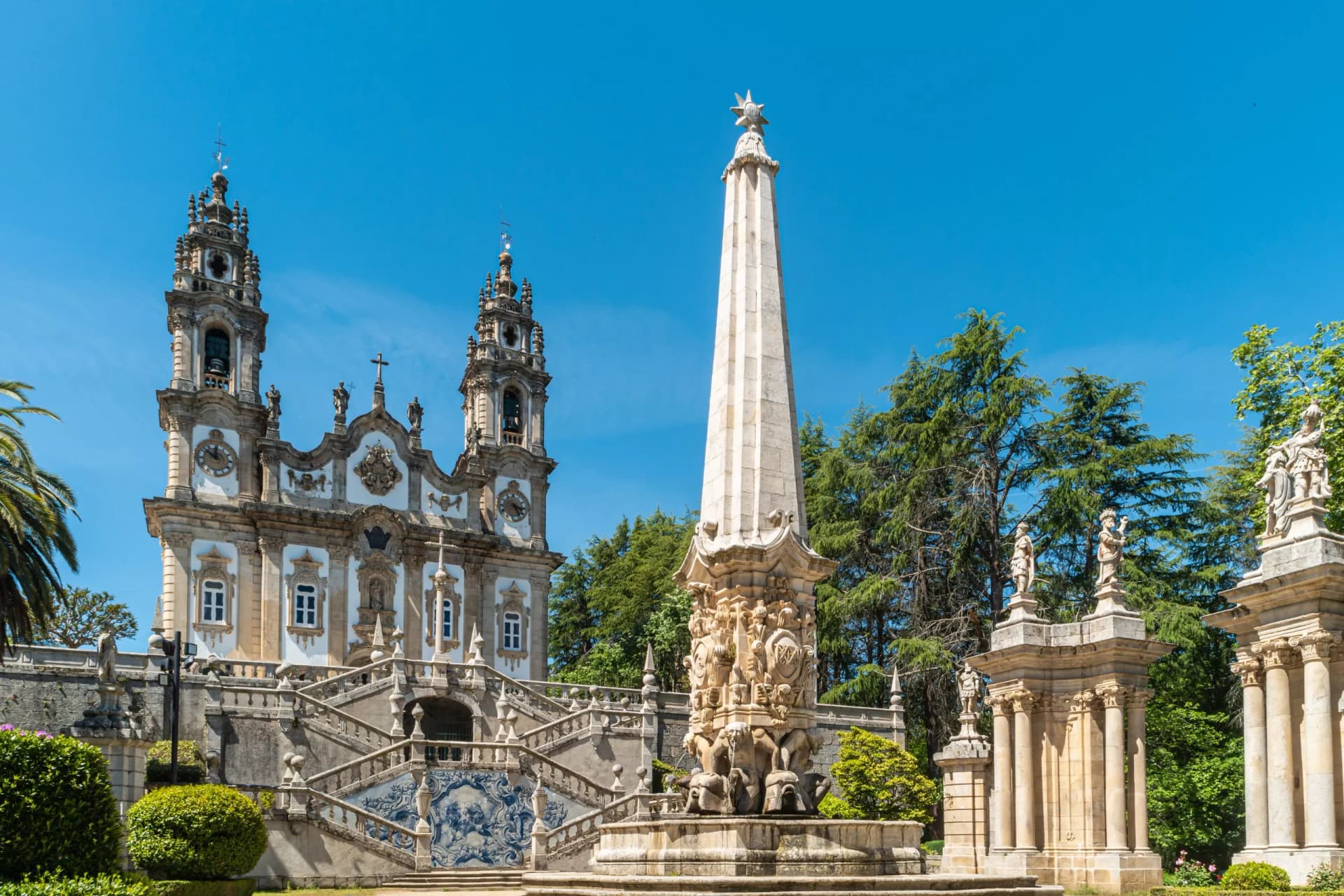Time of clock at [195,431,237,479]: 11:51
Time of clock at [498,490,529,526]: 3:24
